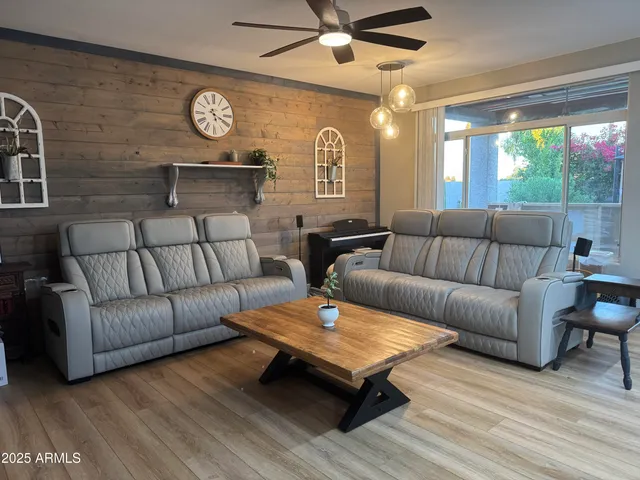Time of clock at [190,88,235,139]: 5:19
